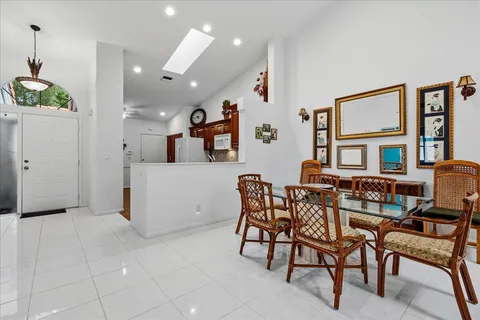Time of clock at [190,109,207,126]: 4:42
